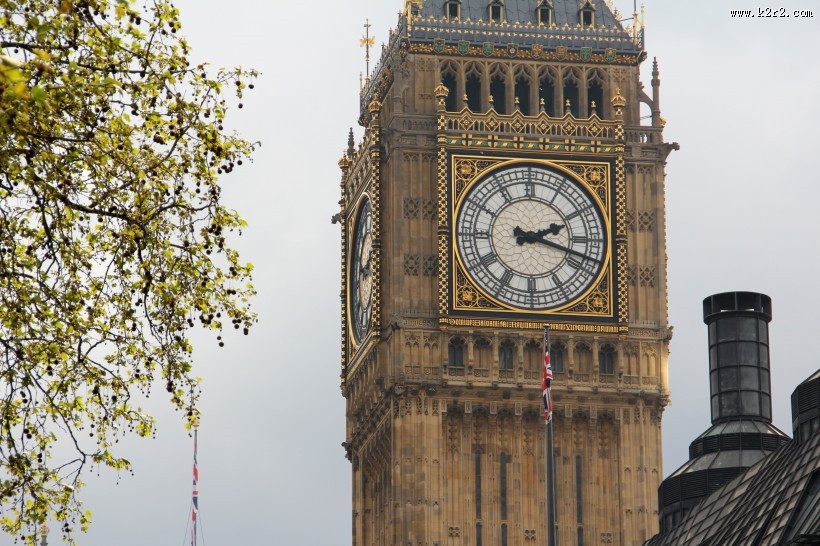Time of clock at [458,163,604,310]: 2:18
